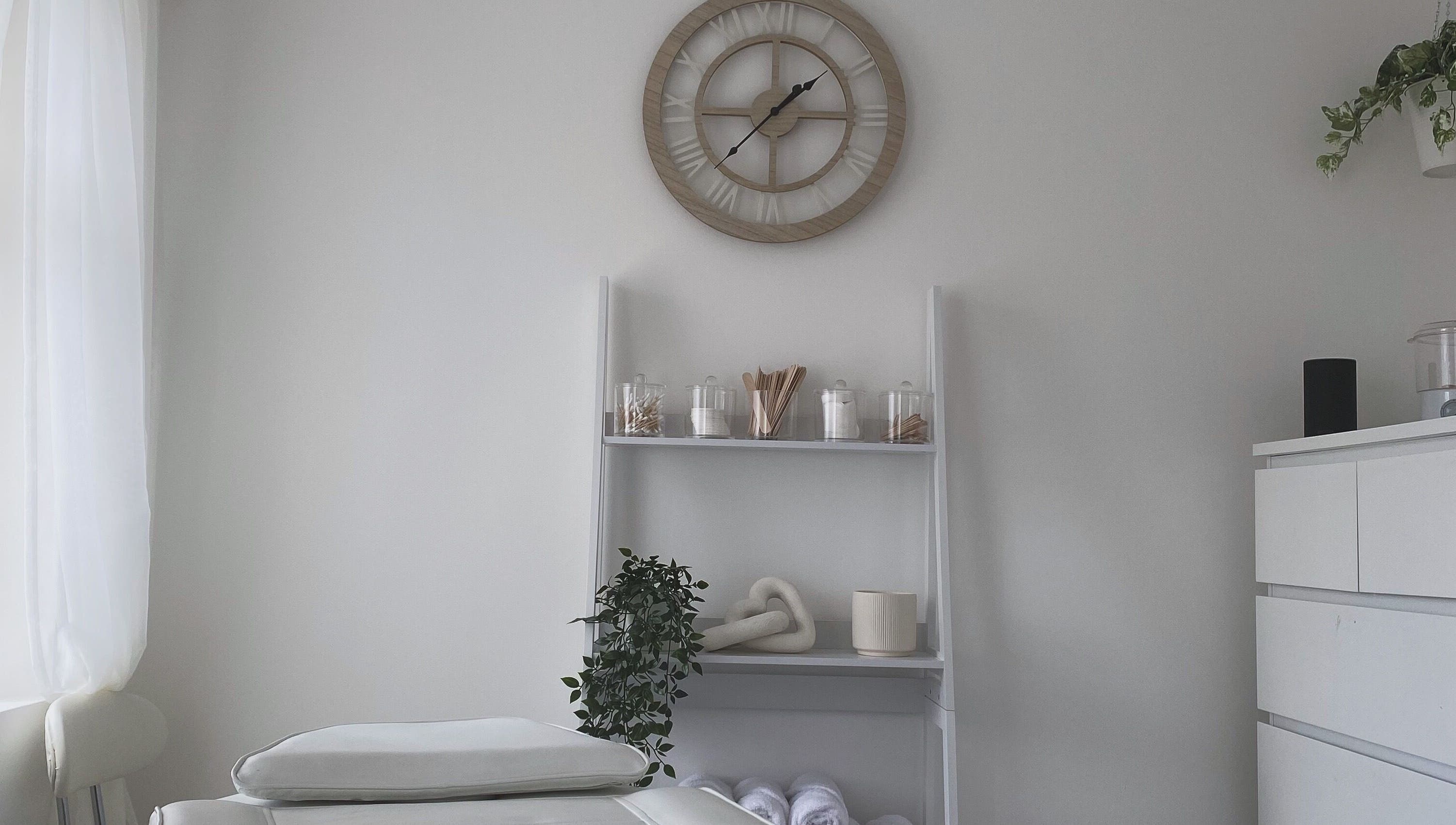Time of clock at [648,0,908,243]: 1:37
